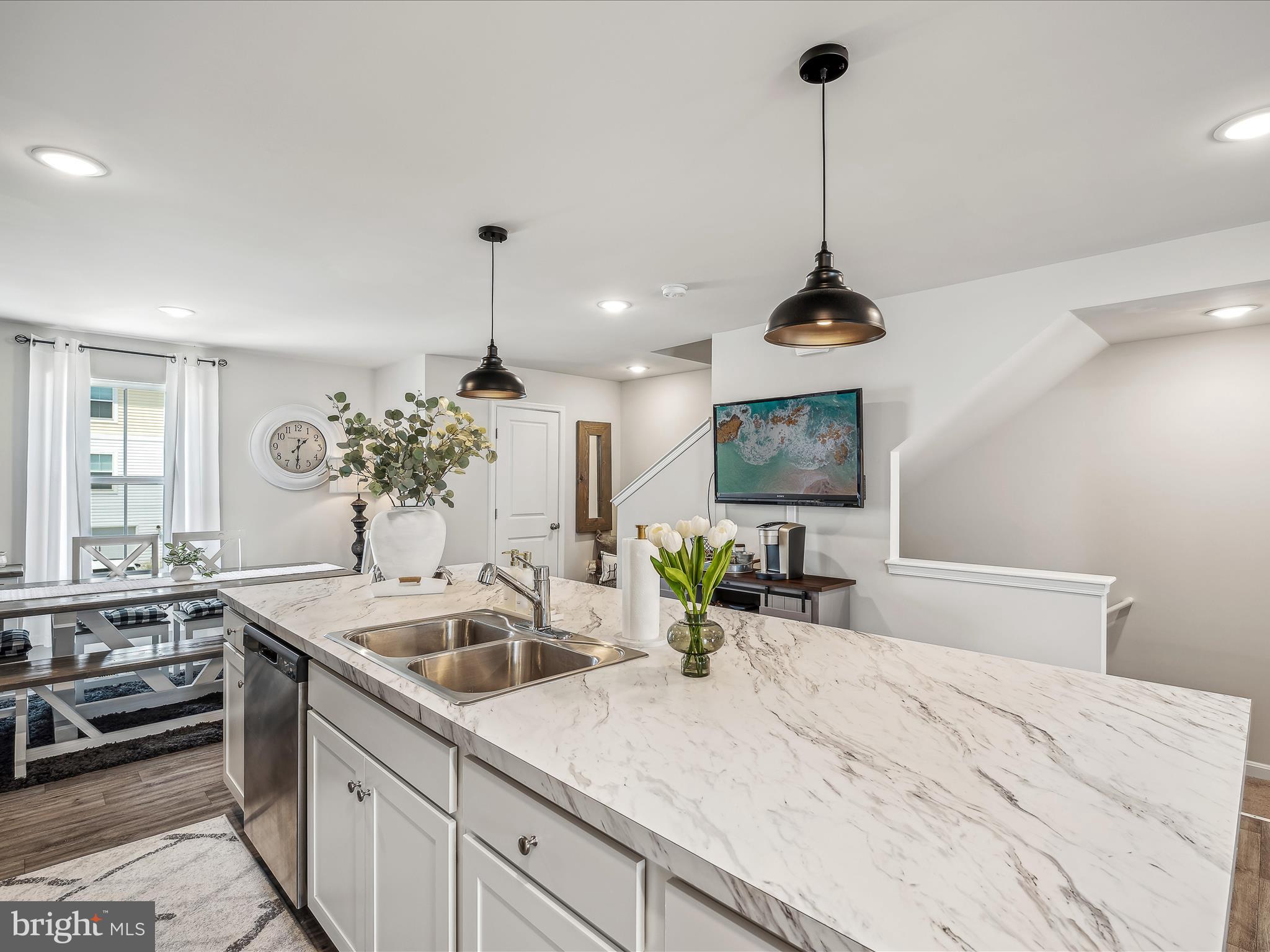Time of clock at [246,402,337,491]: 1:30
